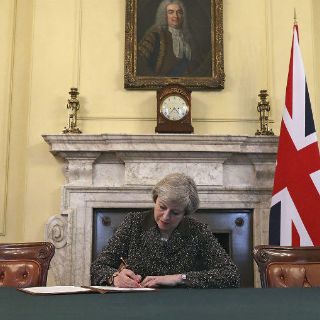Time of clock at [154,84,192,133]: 4:36
